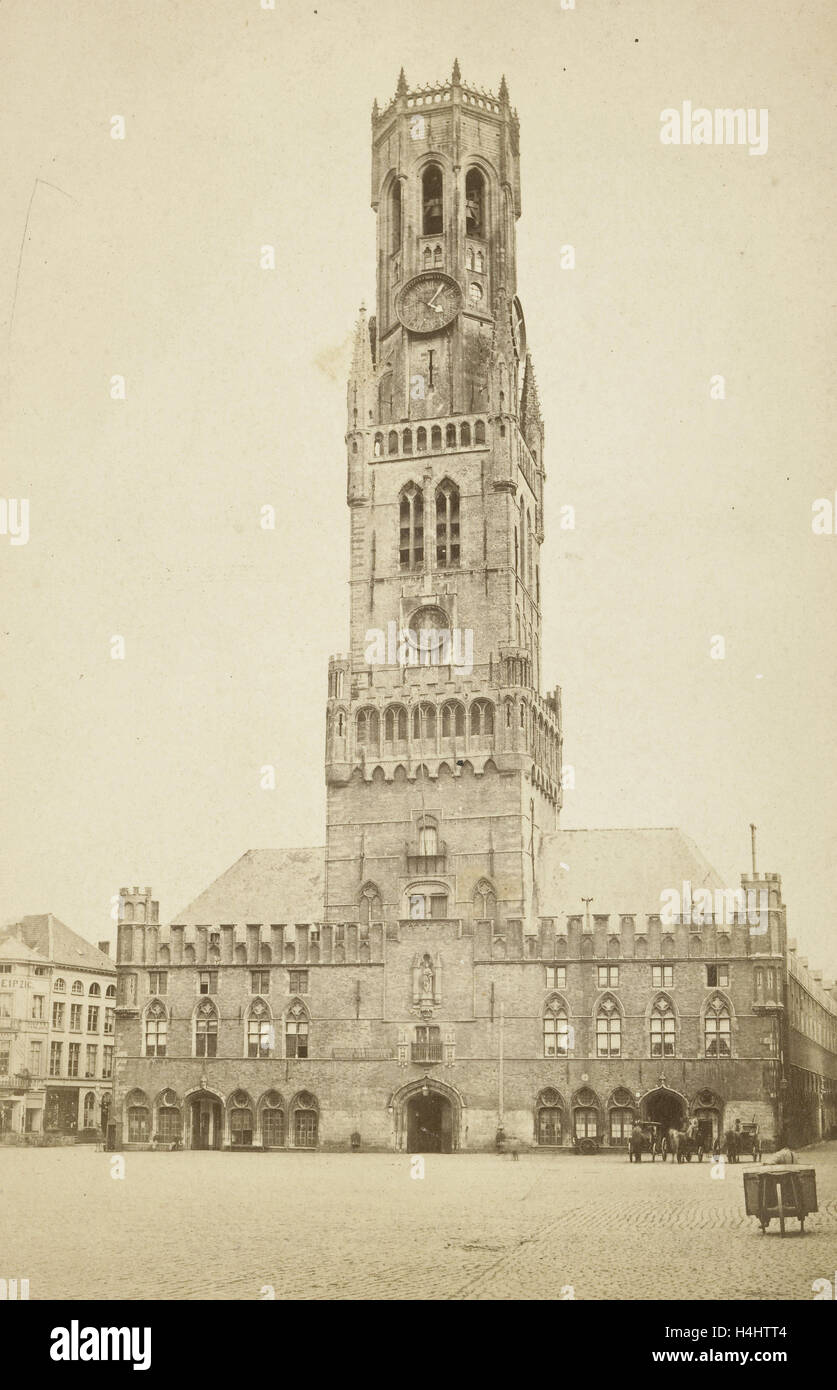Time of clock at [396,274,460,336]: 4:04
